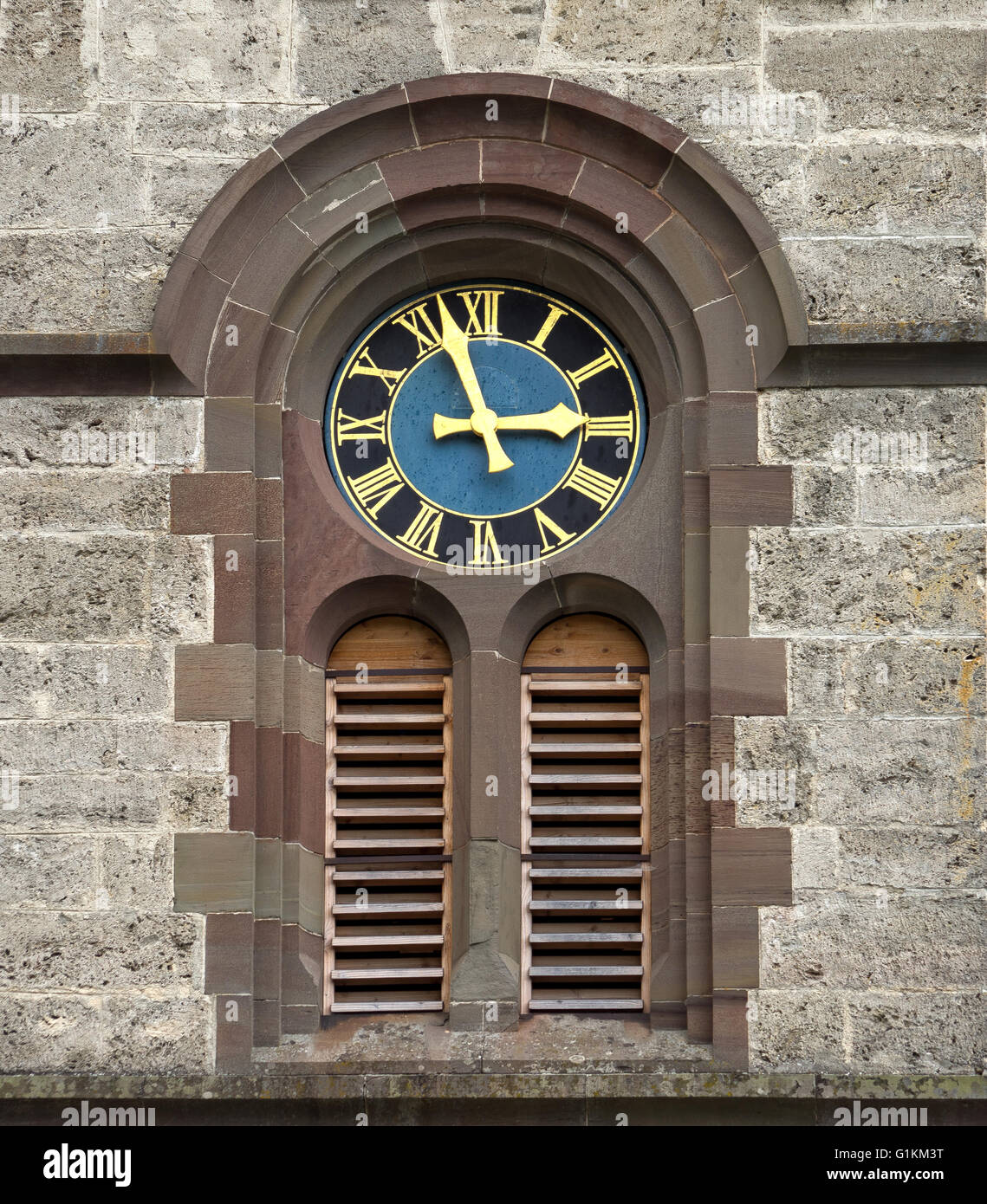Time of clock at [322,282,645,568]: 2:56
